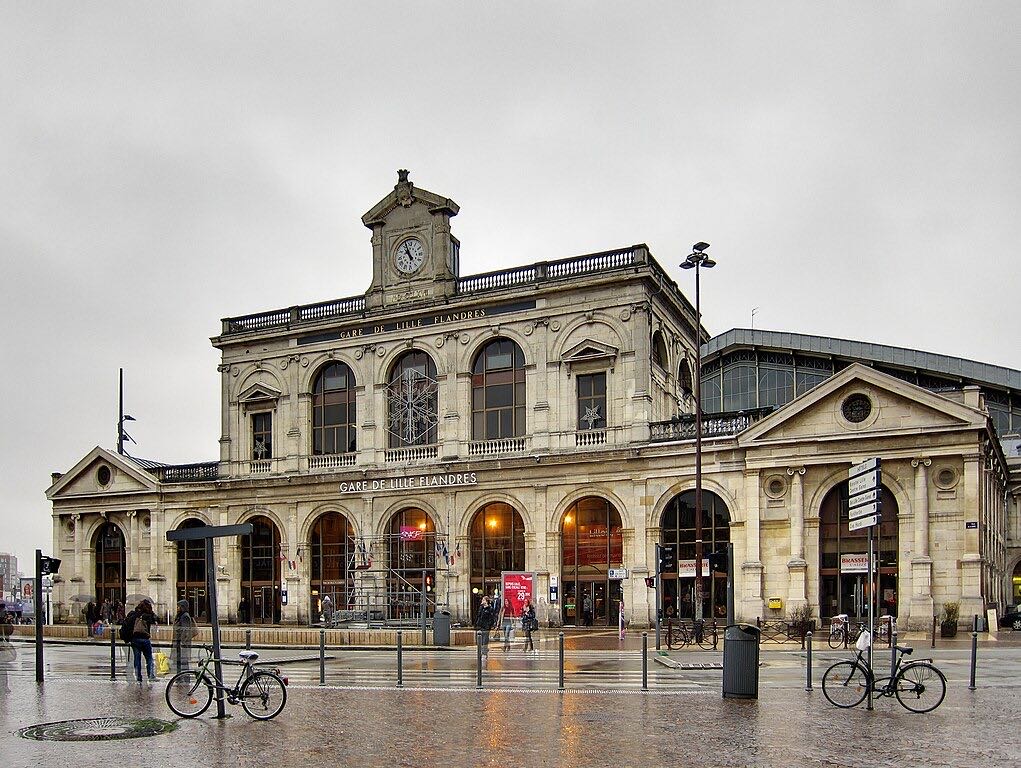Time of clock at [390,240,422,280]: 10:56
